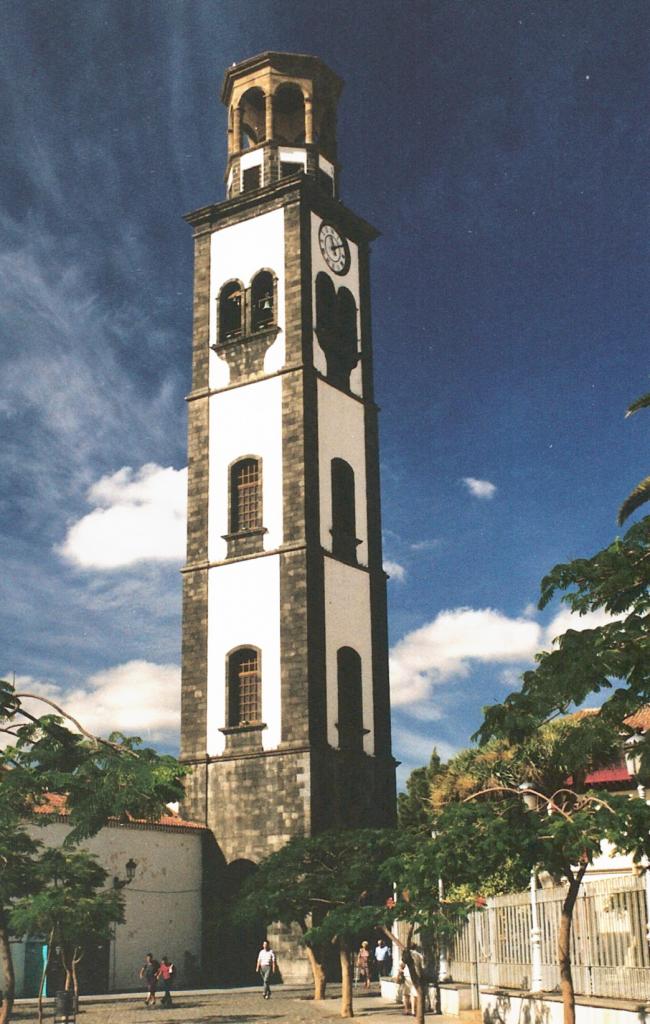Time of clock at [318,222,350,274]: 11:10
